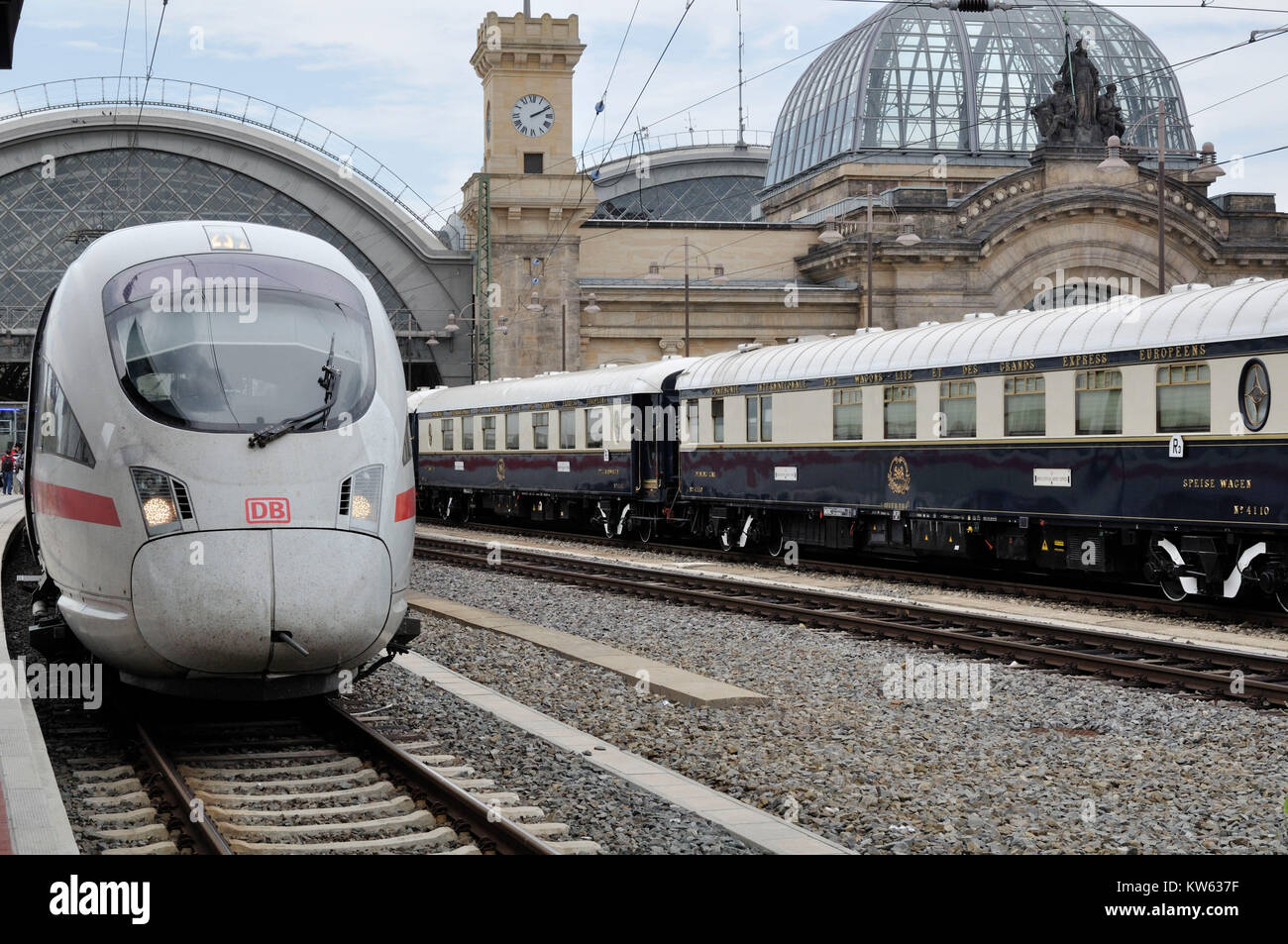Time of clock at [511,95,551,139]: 2:10
